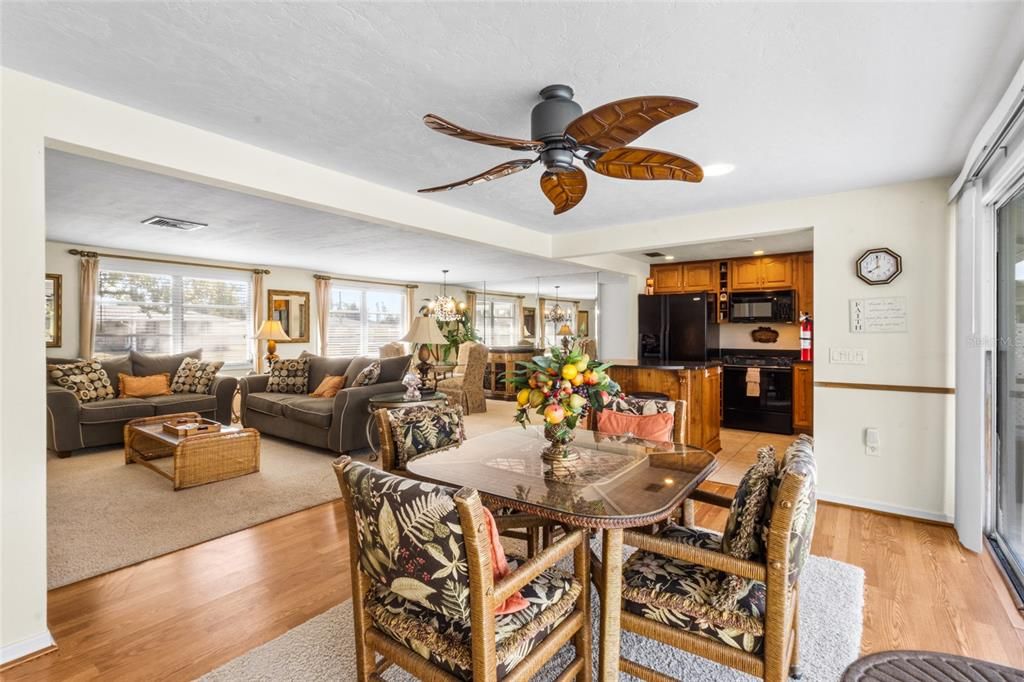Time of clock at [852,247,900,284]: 7:59
